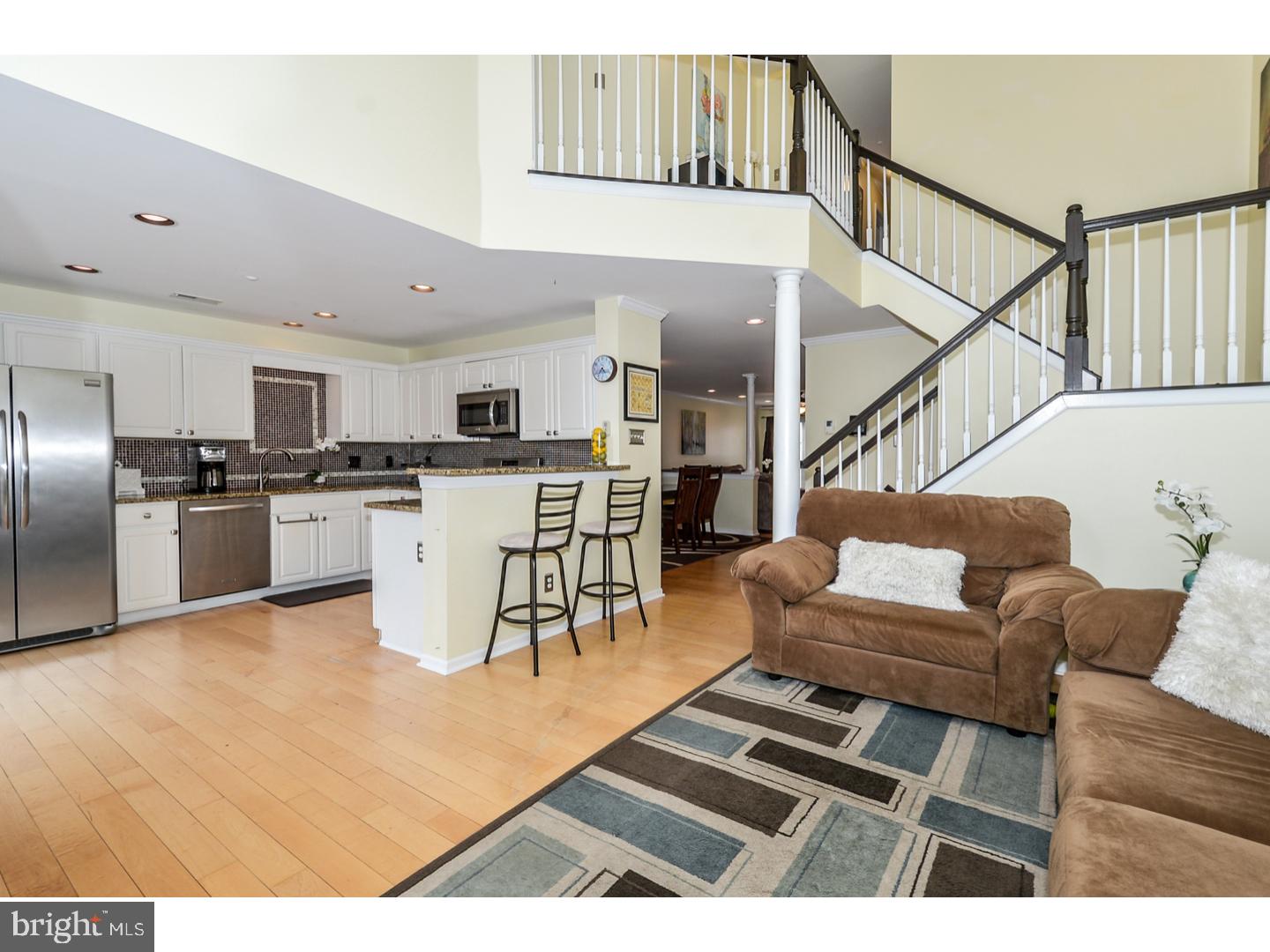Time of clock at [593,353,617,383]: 4:36
